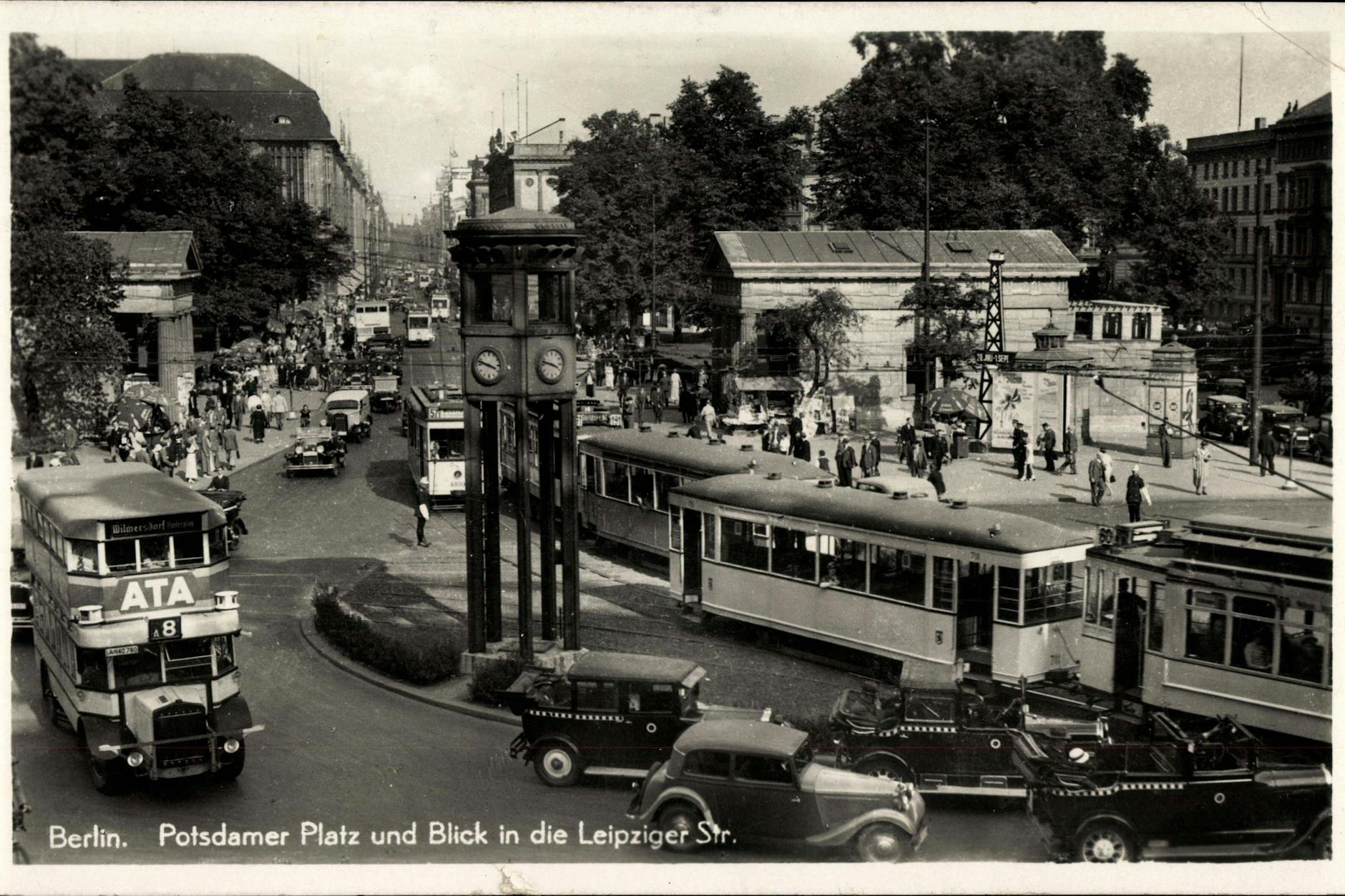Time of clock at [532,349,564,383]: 3:47
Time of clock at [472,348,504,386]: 3:47
